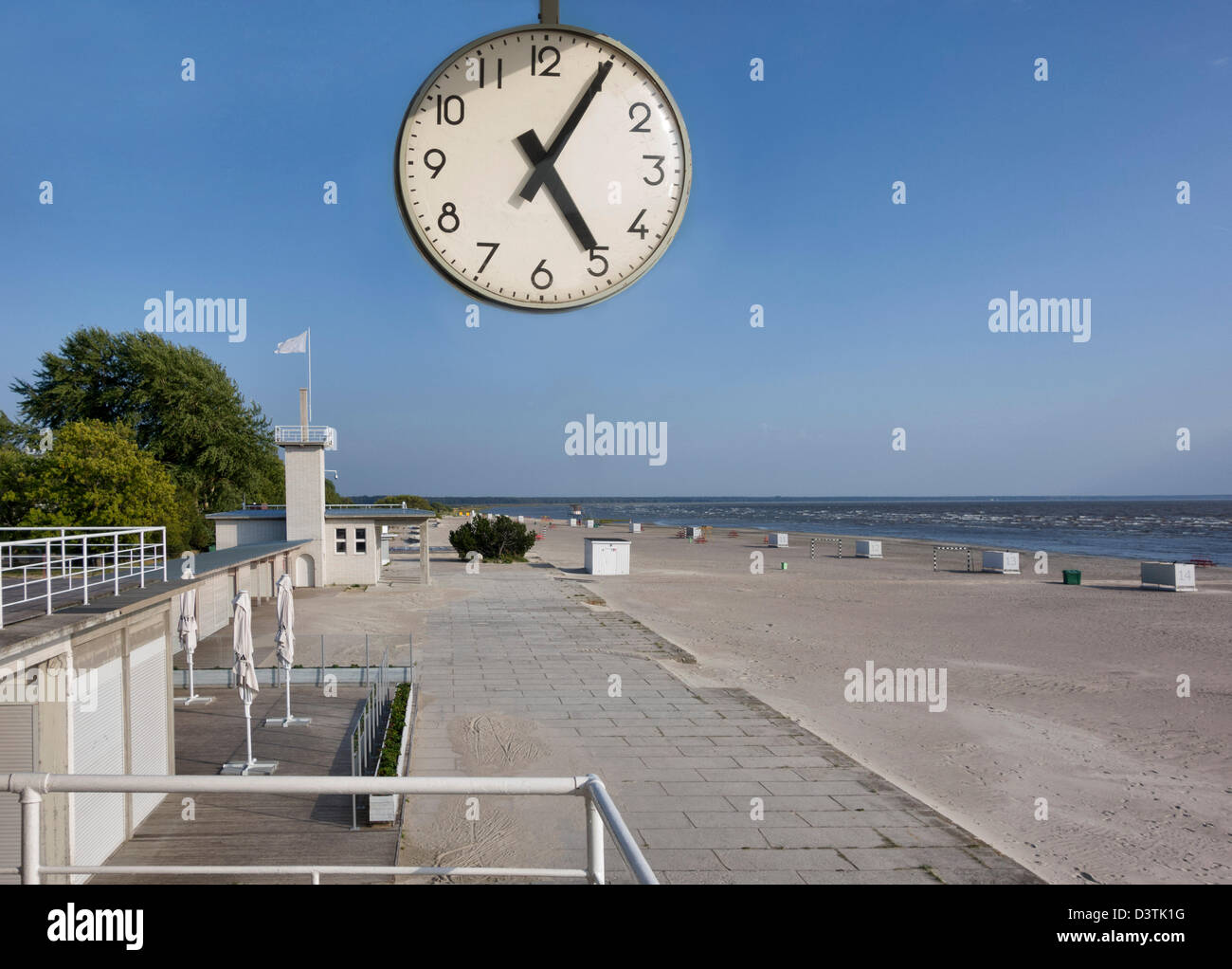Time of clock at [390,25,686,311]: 5:05
